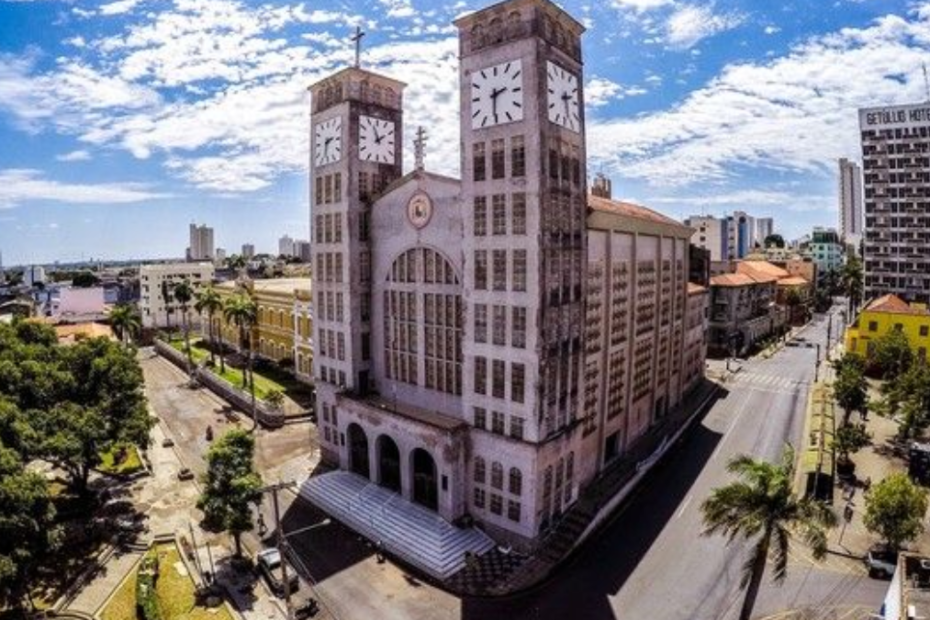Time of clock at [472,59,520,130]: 2:30
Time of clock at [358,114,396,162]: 1:56
